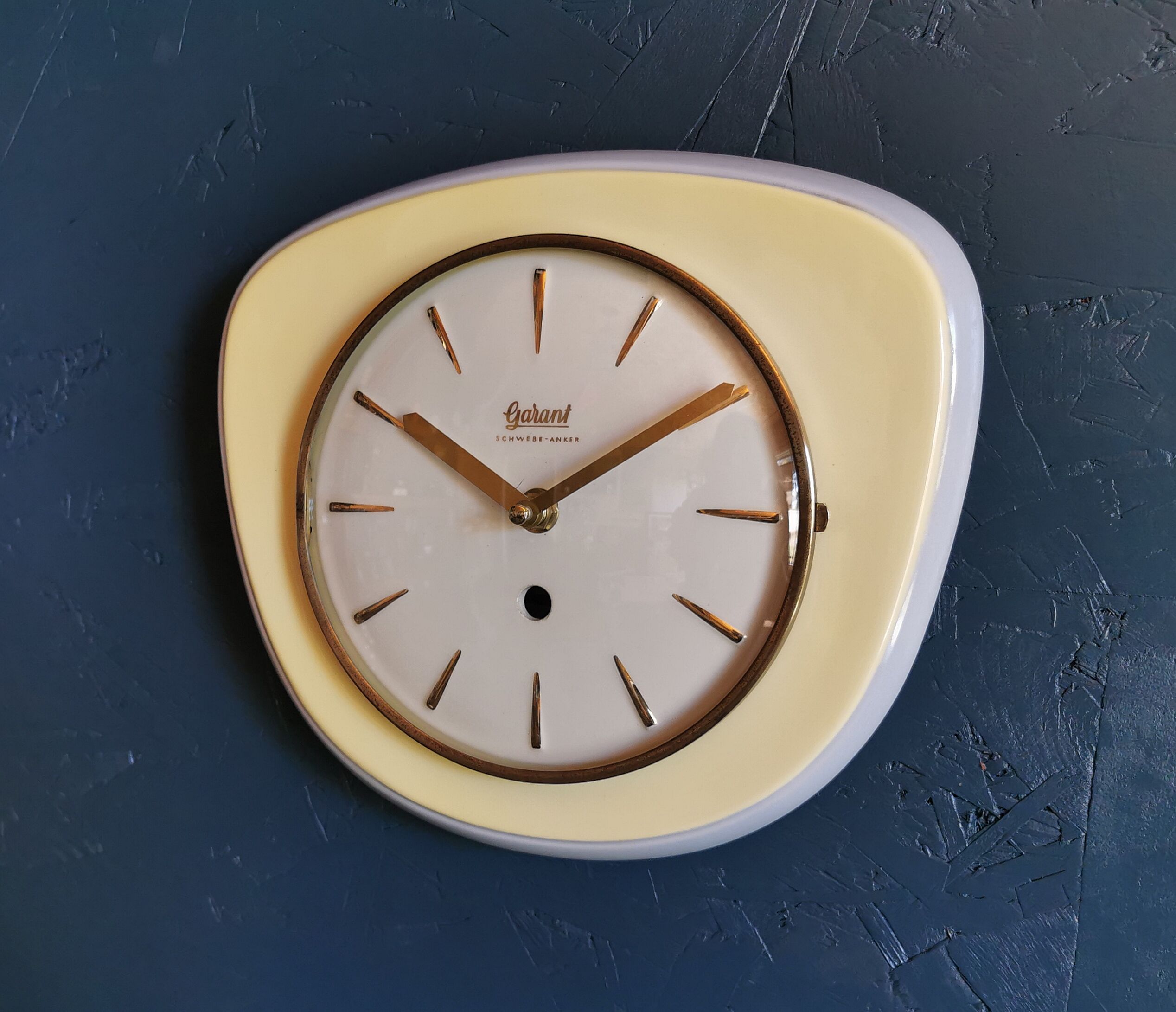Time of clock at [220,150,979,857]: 10:09
